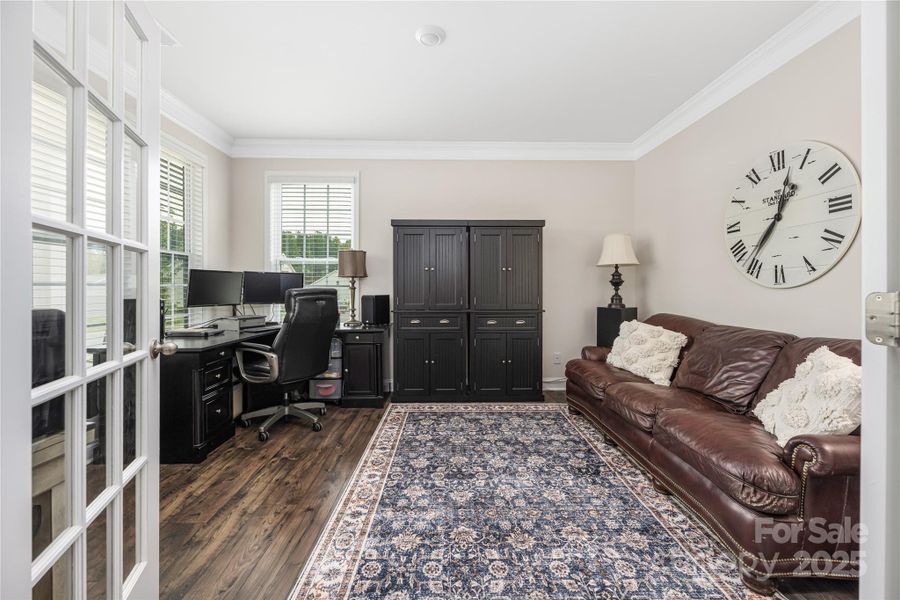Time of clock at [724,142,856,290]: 12:36
